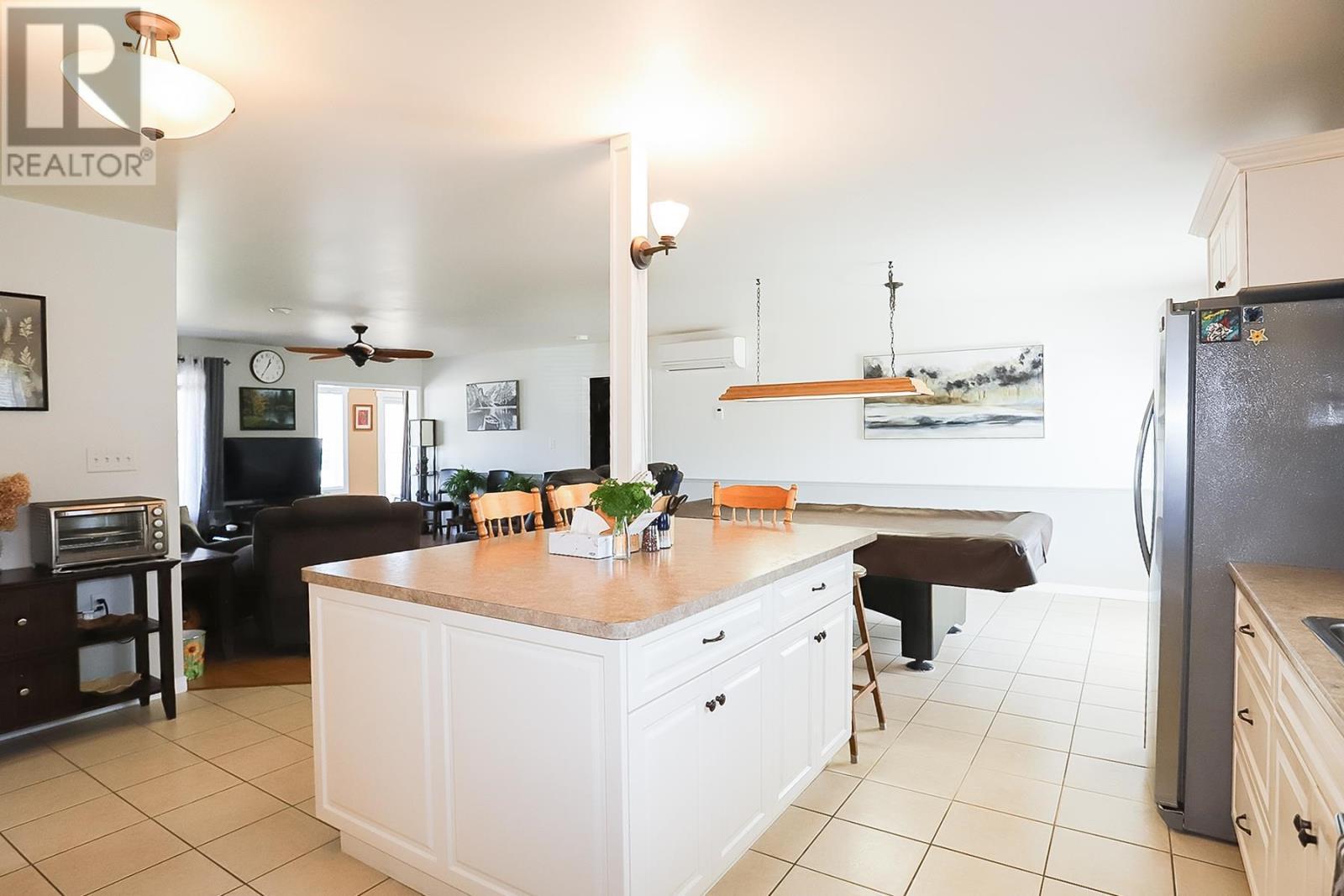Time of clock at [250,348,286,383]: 12:35
